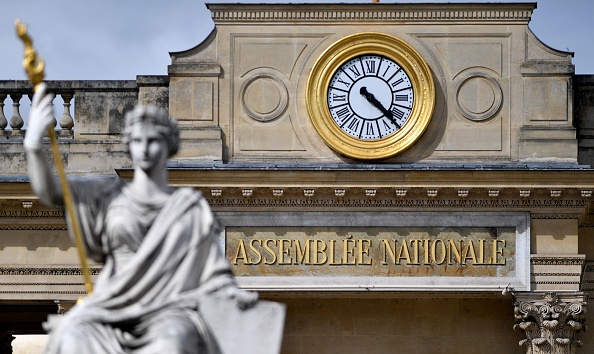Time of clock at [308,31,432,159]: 4:22
